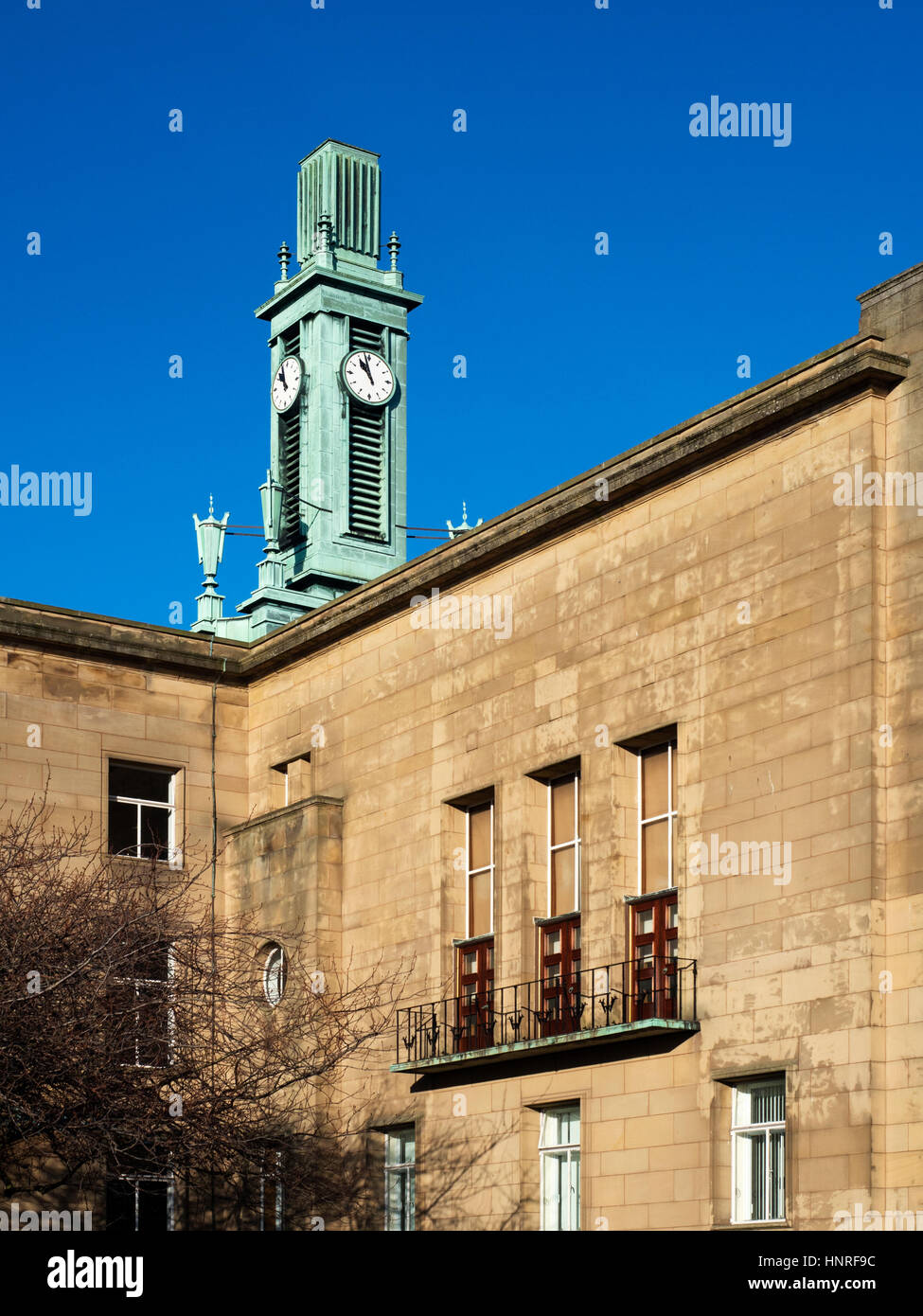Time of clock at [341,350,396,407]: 10:58
